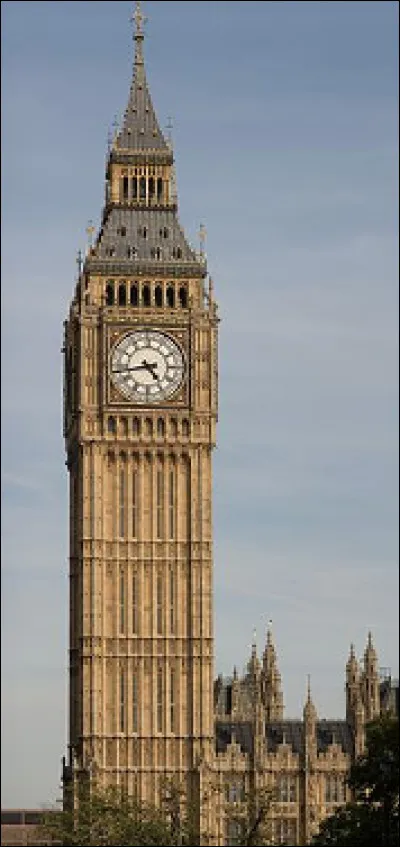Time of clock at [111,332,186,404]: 4:43
